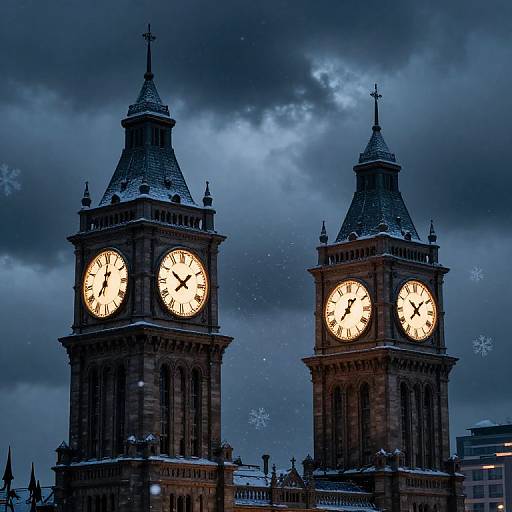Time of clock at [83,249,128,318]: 7:00
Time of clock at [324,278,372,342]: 12:06
